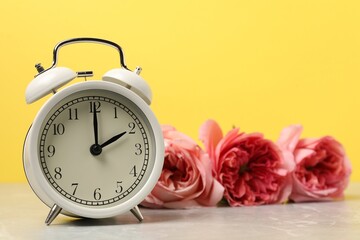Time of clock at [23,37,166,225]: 2:00
